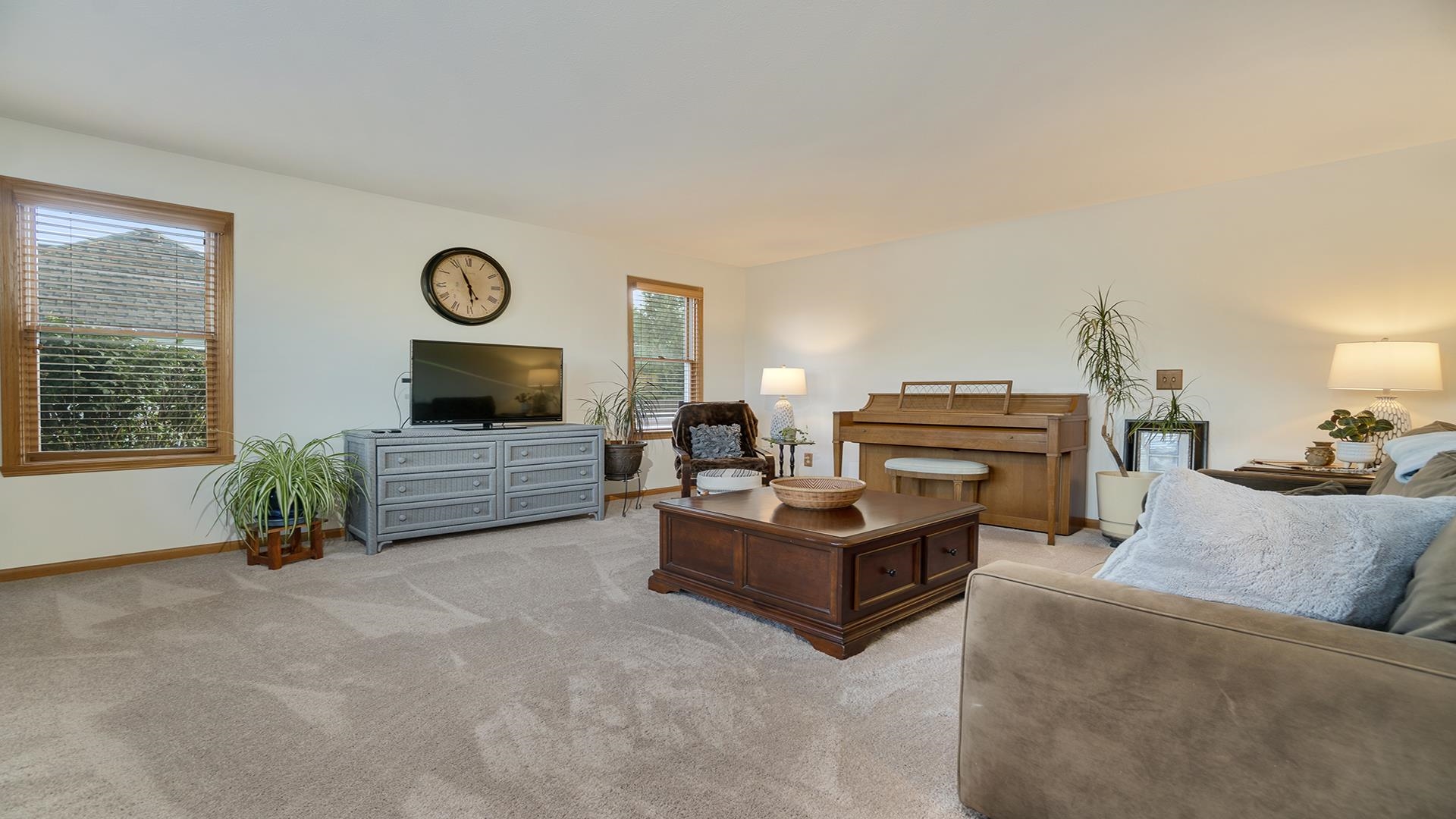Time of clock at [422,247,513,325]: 5:56
